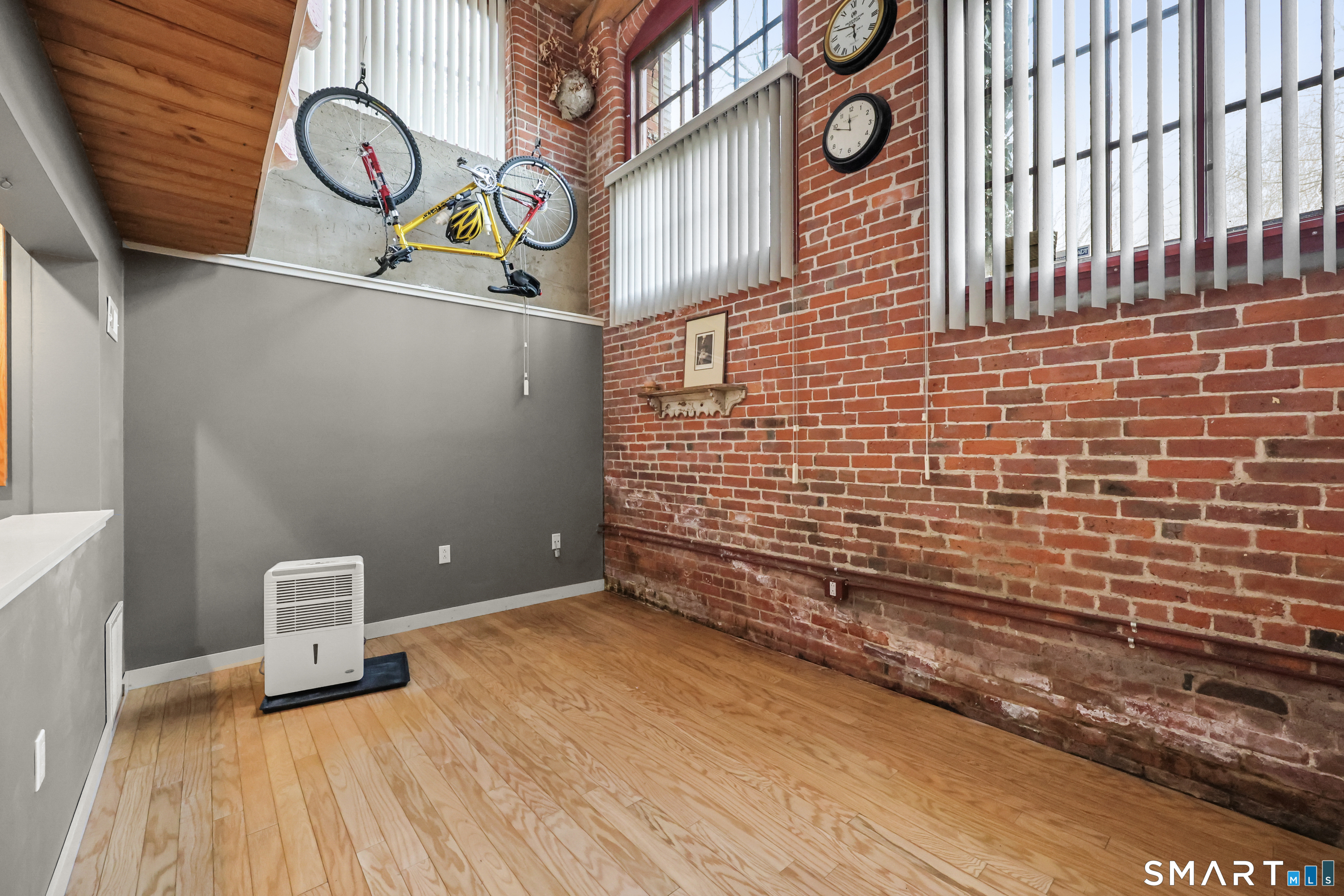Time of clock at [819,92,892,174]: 11:48
